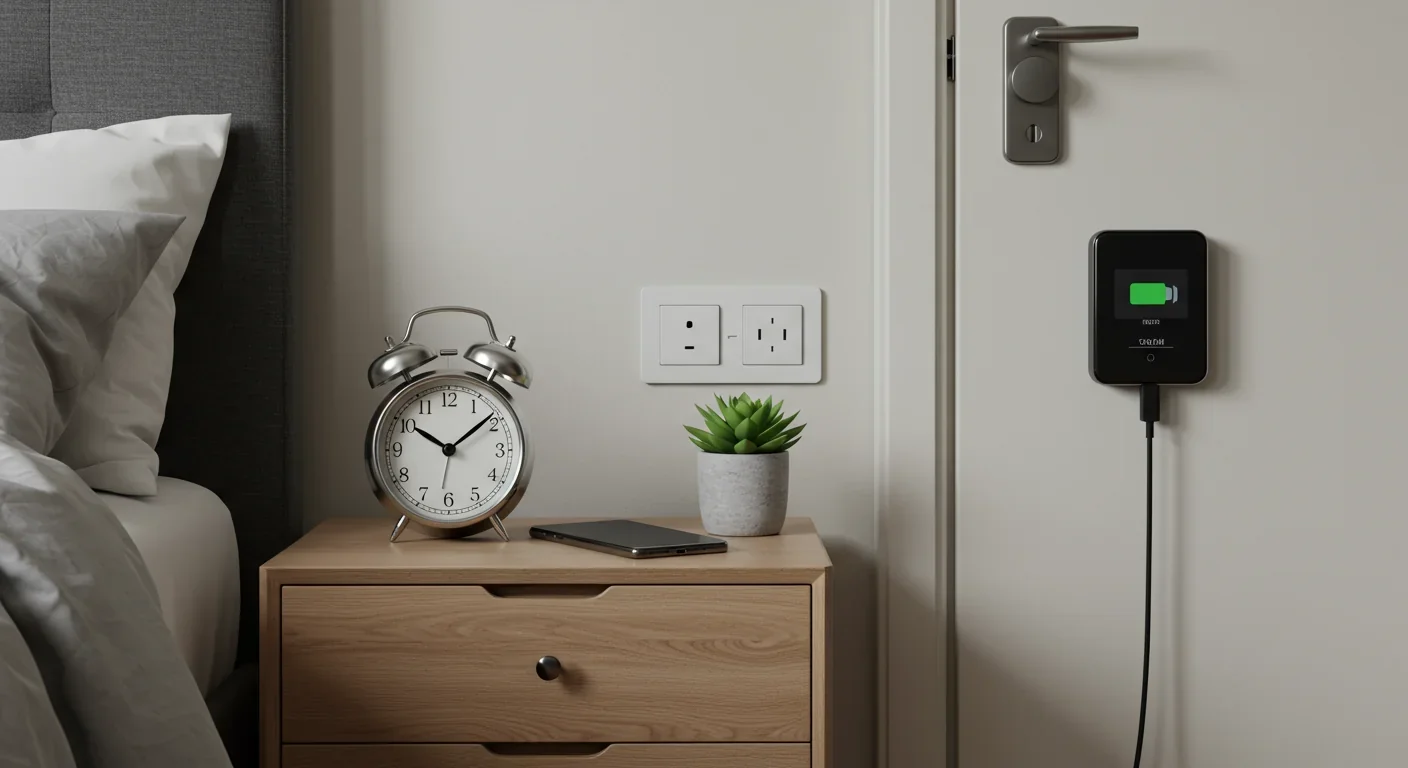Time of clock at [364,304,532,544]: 10:08
